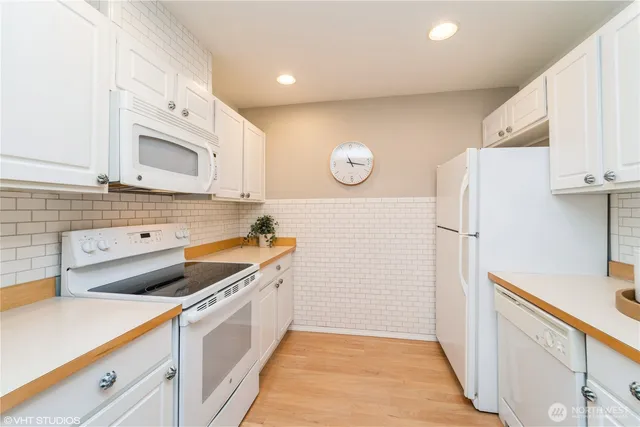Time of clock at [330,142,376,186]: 11:16
